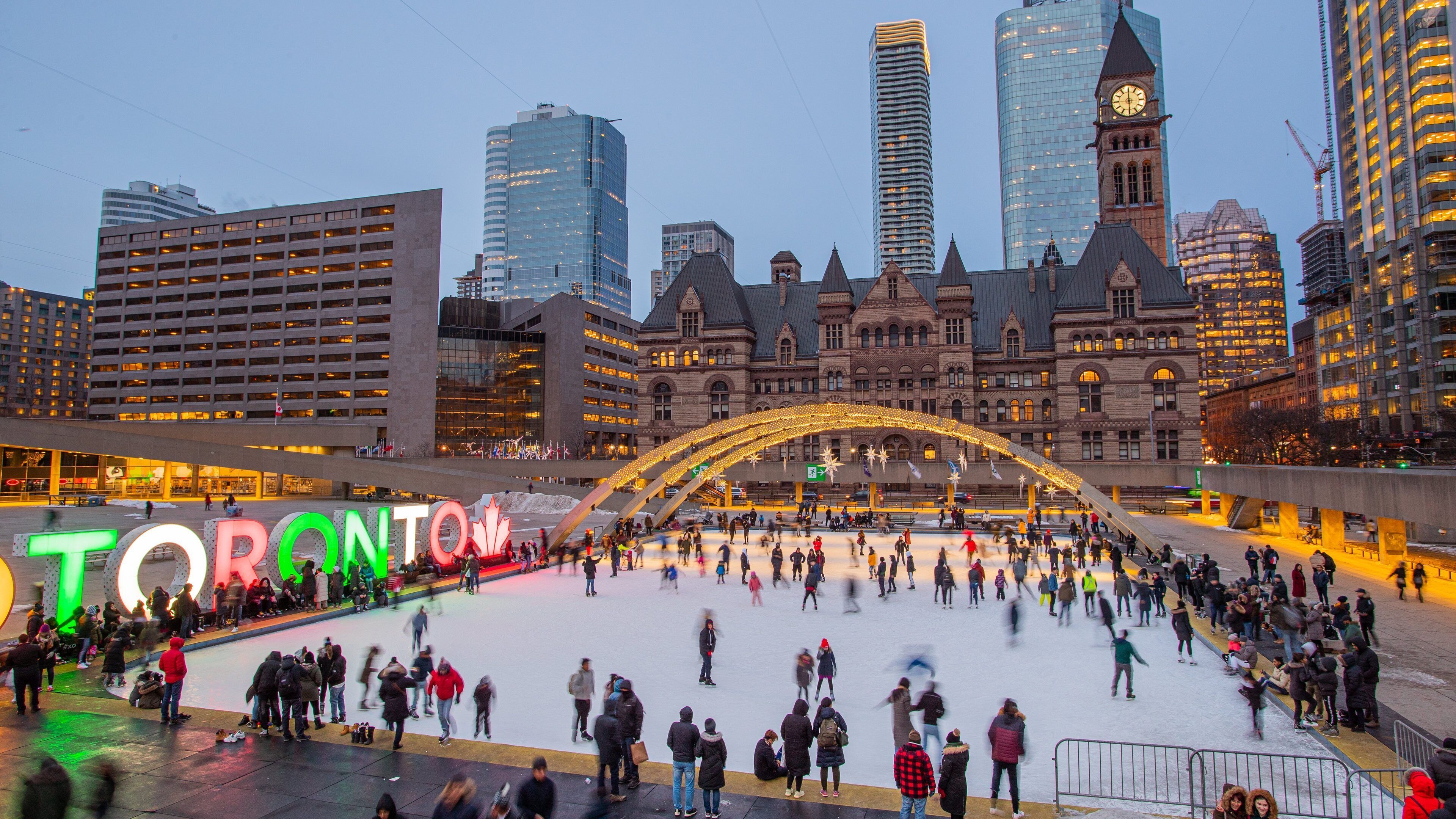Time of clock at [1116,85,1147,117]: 5:59
